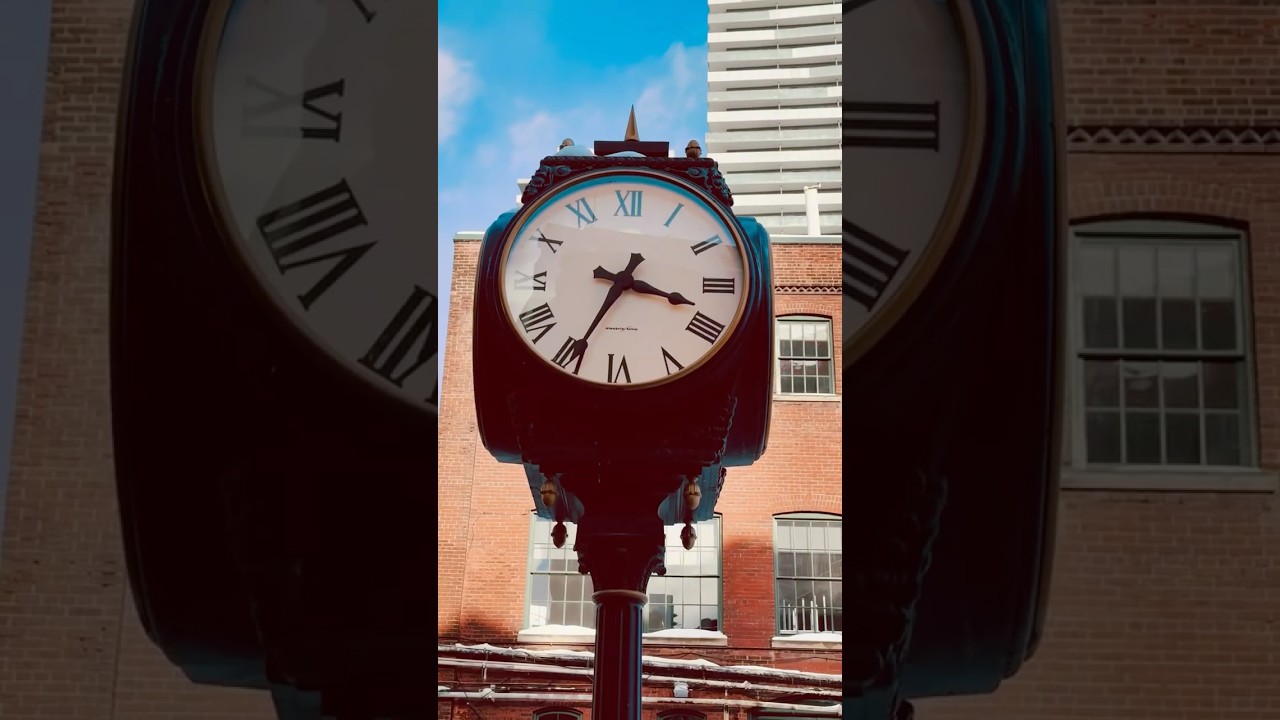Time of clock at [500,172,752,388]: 3:34
